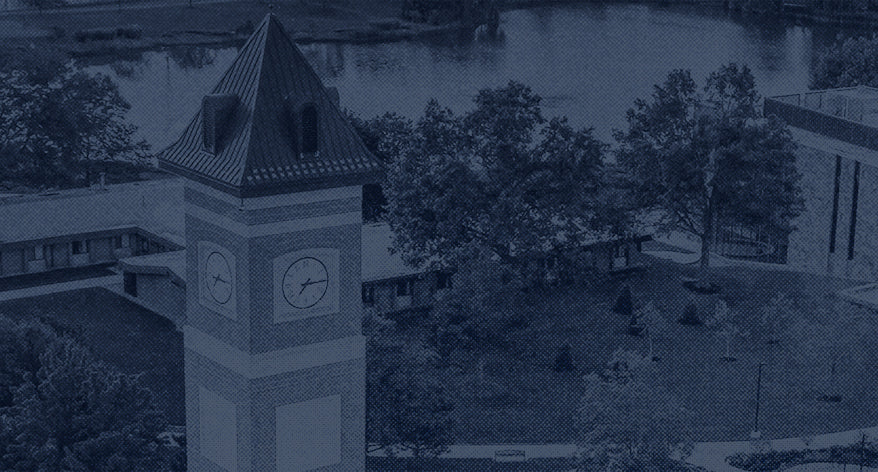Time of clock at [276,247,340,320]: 7:15
